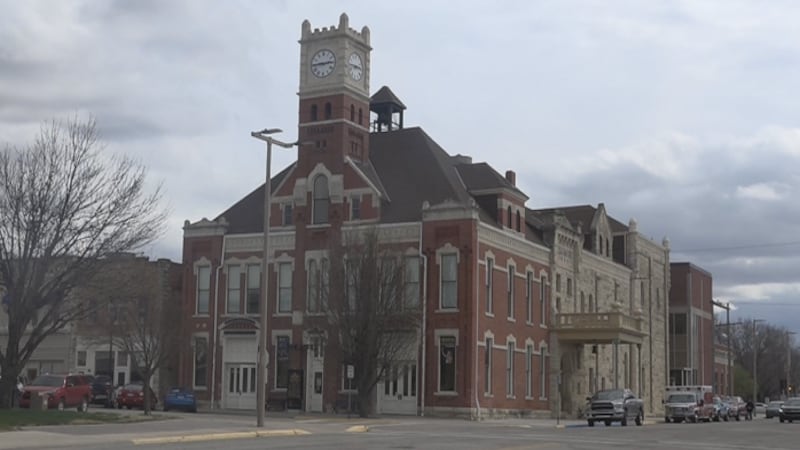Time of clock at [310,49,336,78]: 2:45
